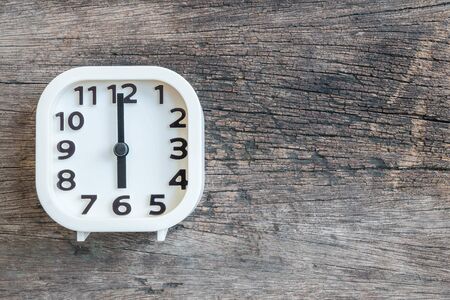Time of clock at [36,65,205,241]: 5:59
